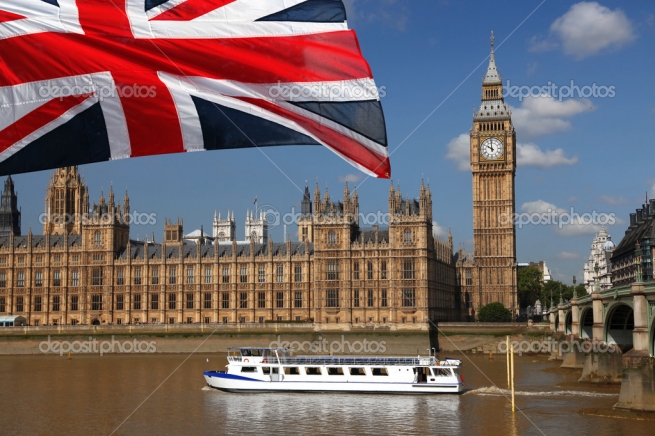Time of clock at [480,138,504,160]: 9:58
